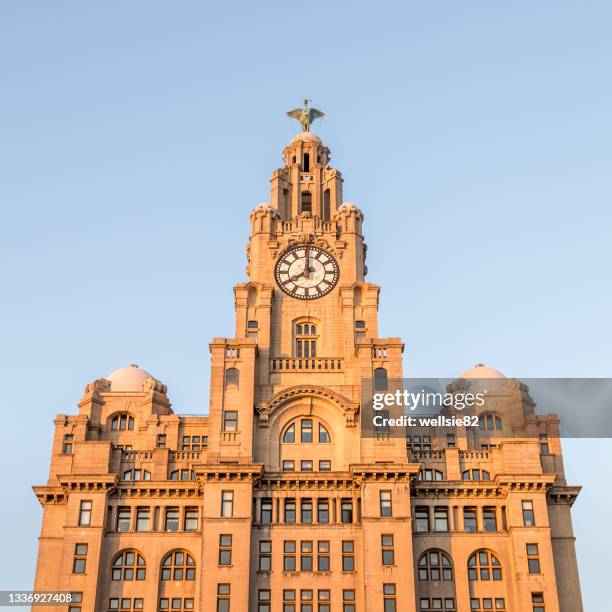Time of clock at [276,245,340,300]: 7:59
